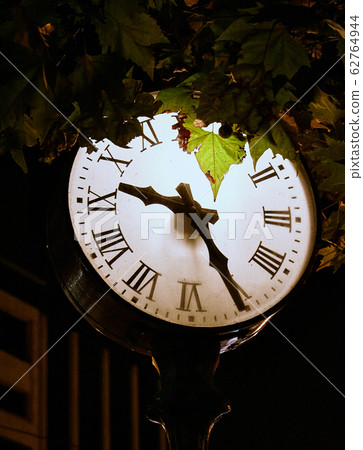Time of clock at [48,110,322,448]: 9:25
